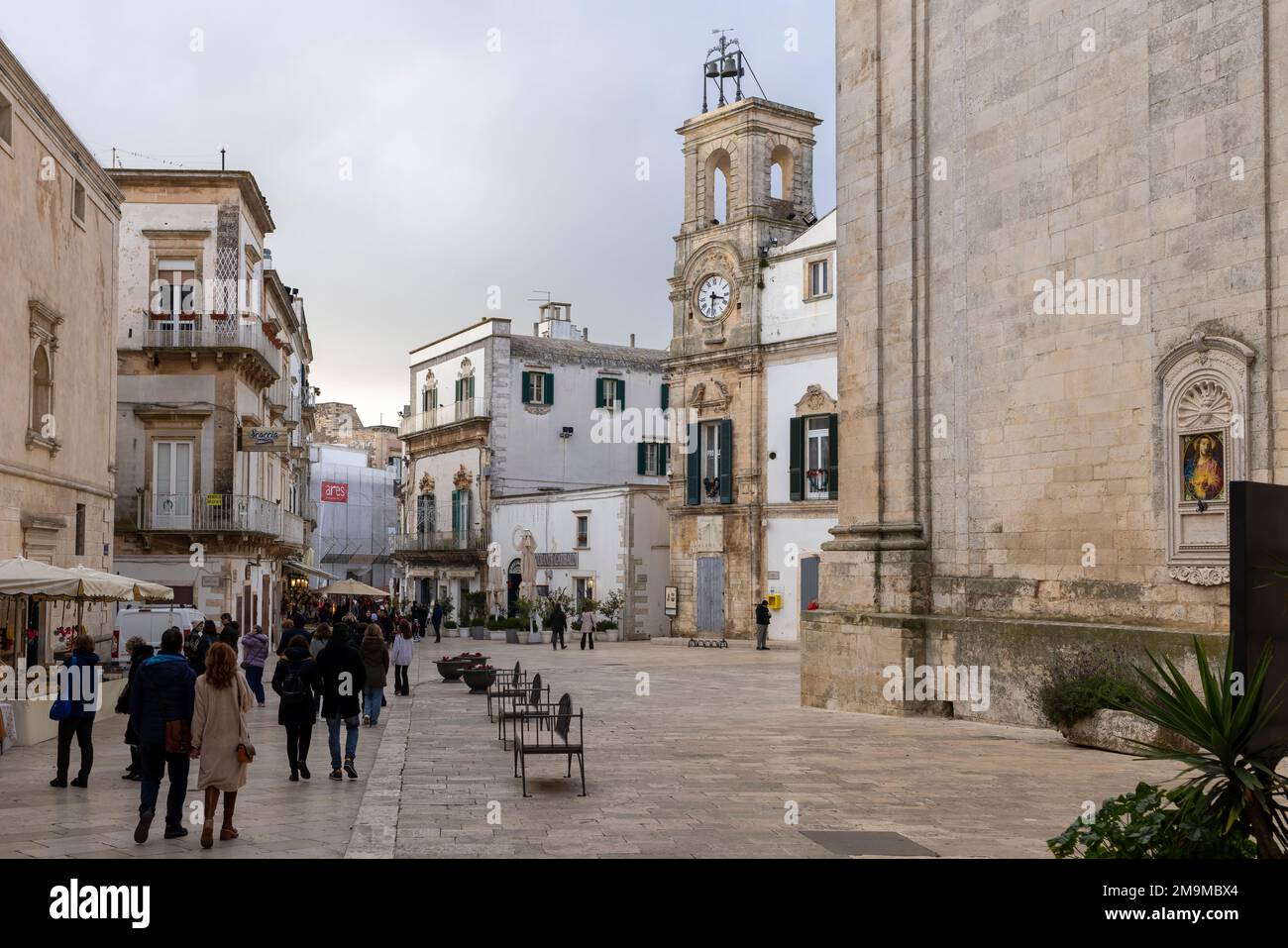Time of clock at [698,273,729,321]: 3:31
